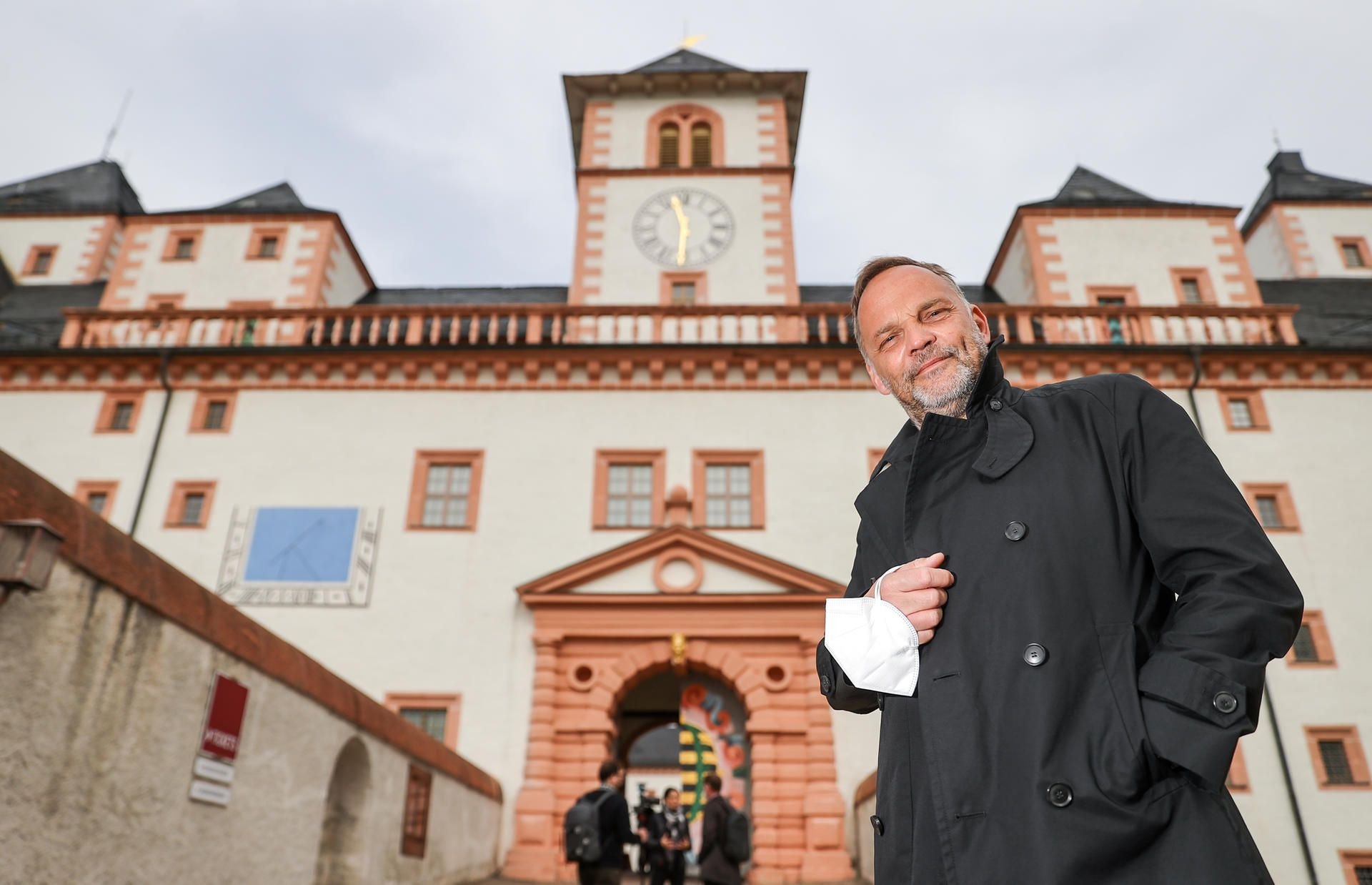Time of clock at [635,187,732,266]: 11:30
